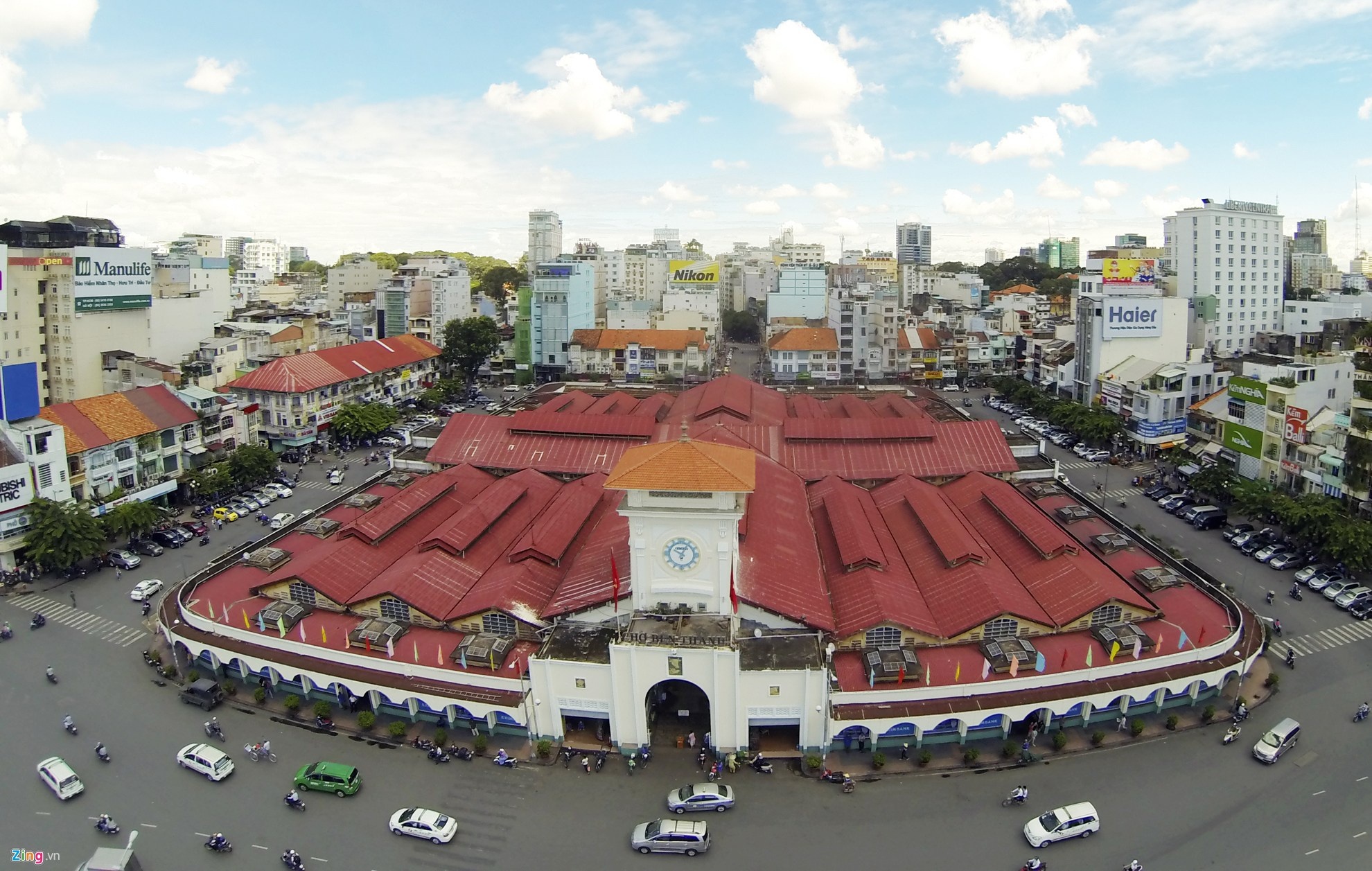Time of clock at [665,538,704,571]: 10:04
